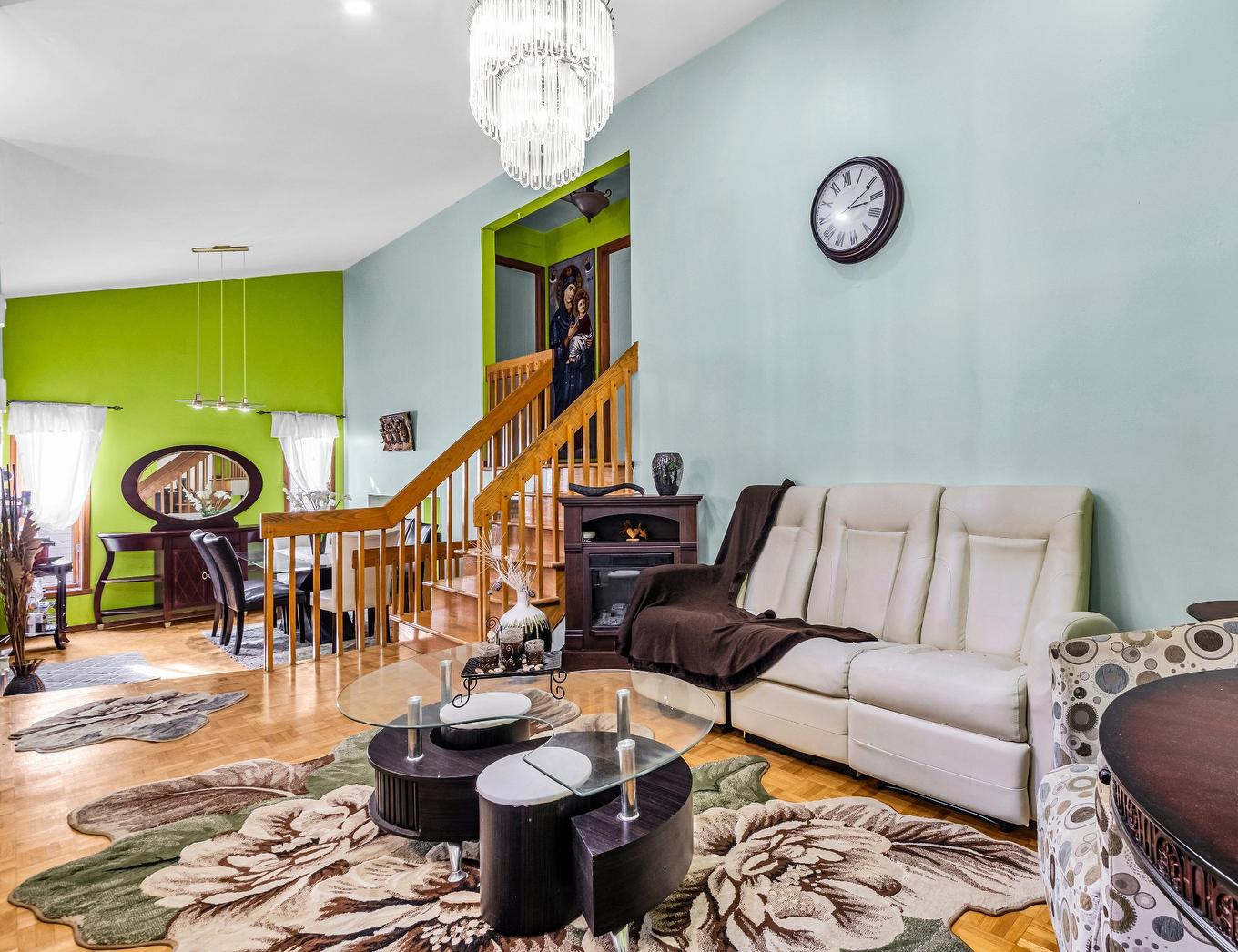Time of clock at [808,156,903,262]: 3:10
